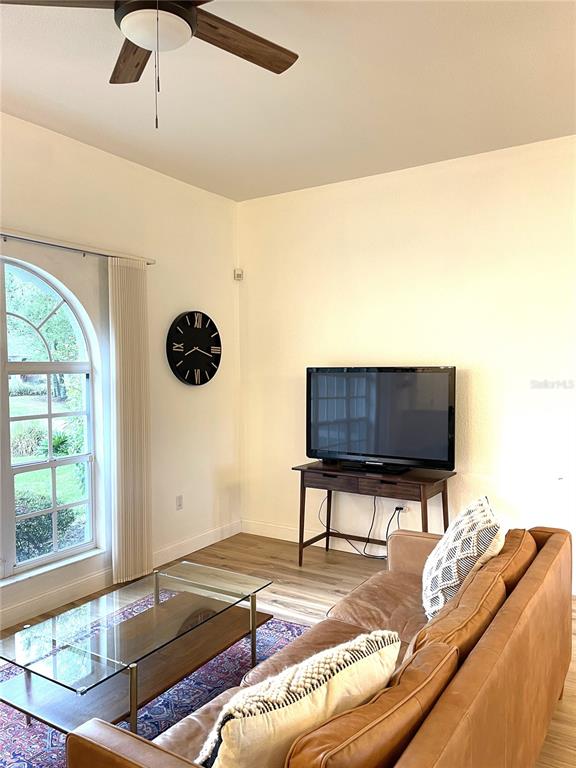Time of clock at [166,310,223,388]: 8:17
